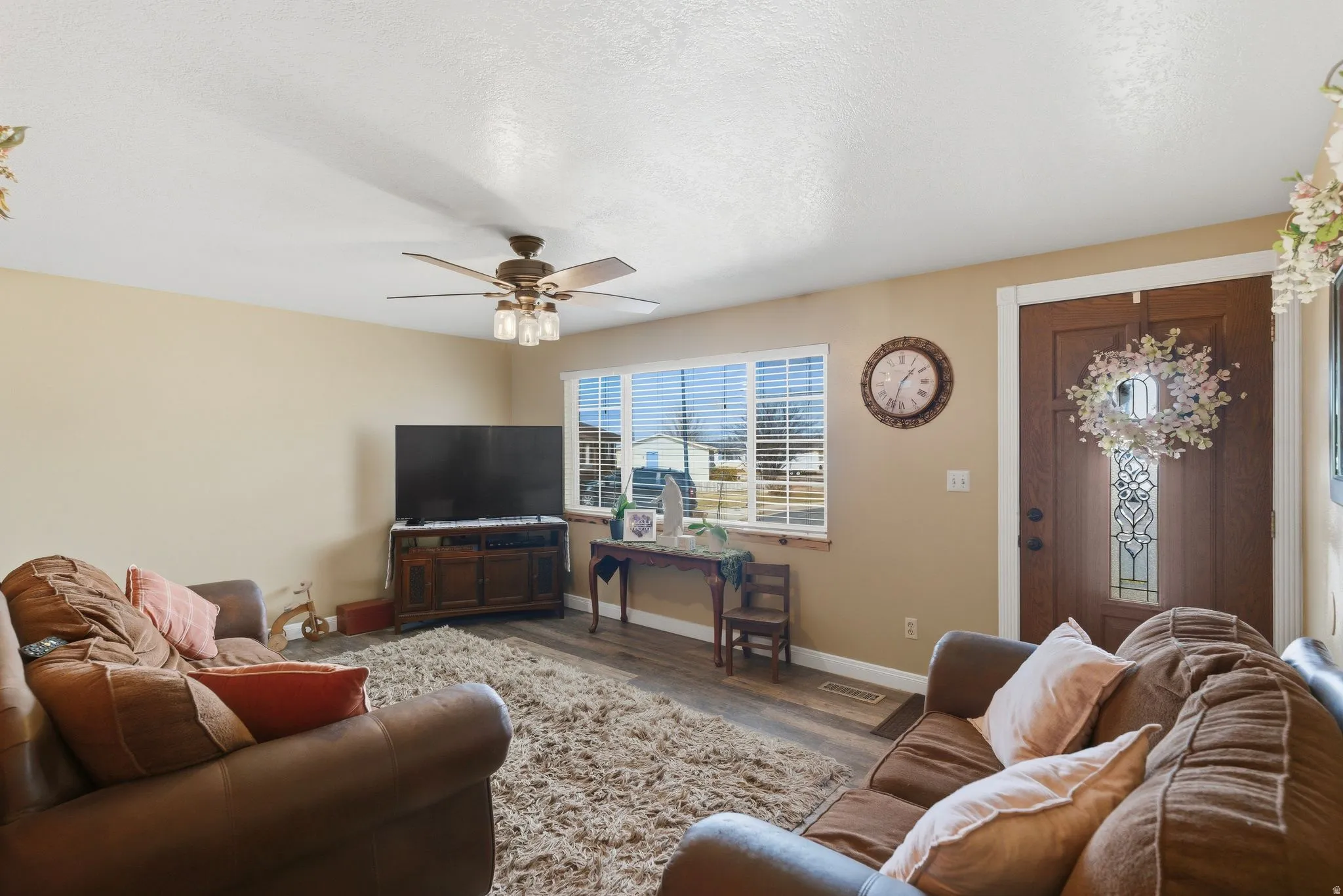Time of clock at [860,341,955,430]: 1:33
